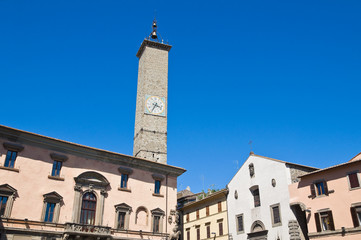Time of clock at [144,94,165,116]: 3:34
